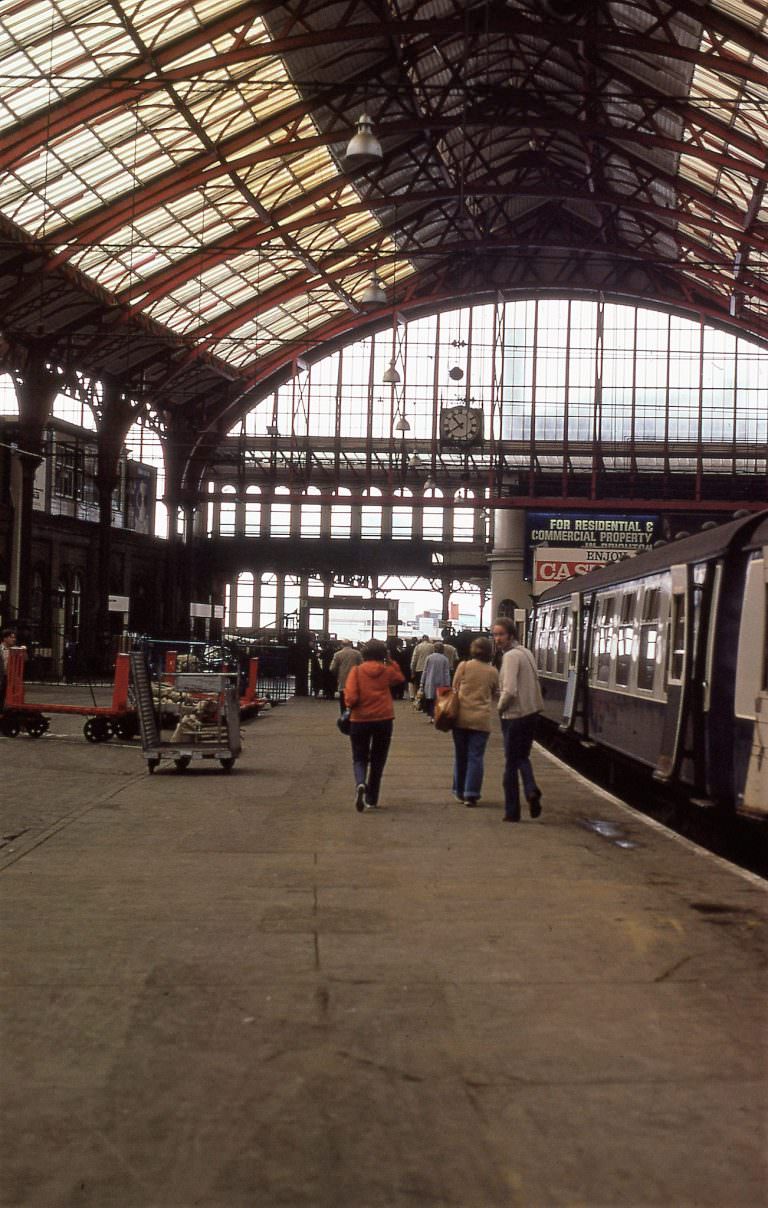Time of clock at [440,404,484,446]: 10:39
